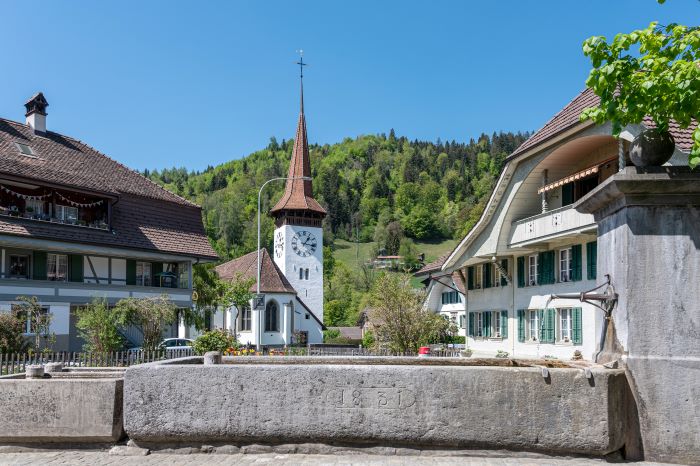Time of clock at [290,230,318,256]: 1:16
